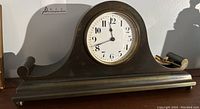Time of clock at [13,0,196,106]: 11:41
